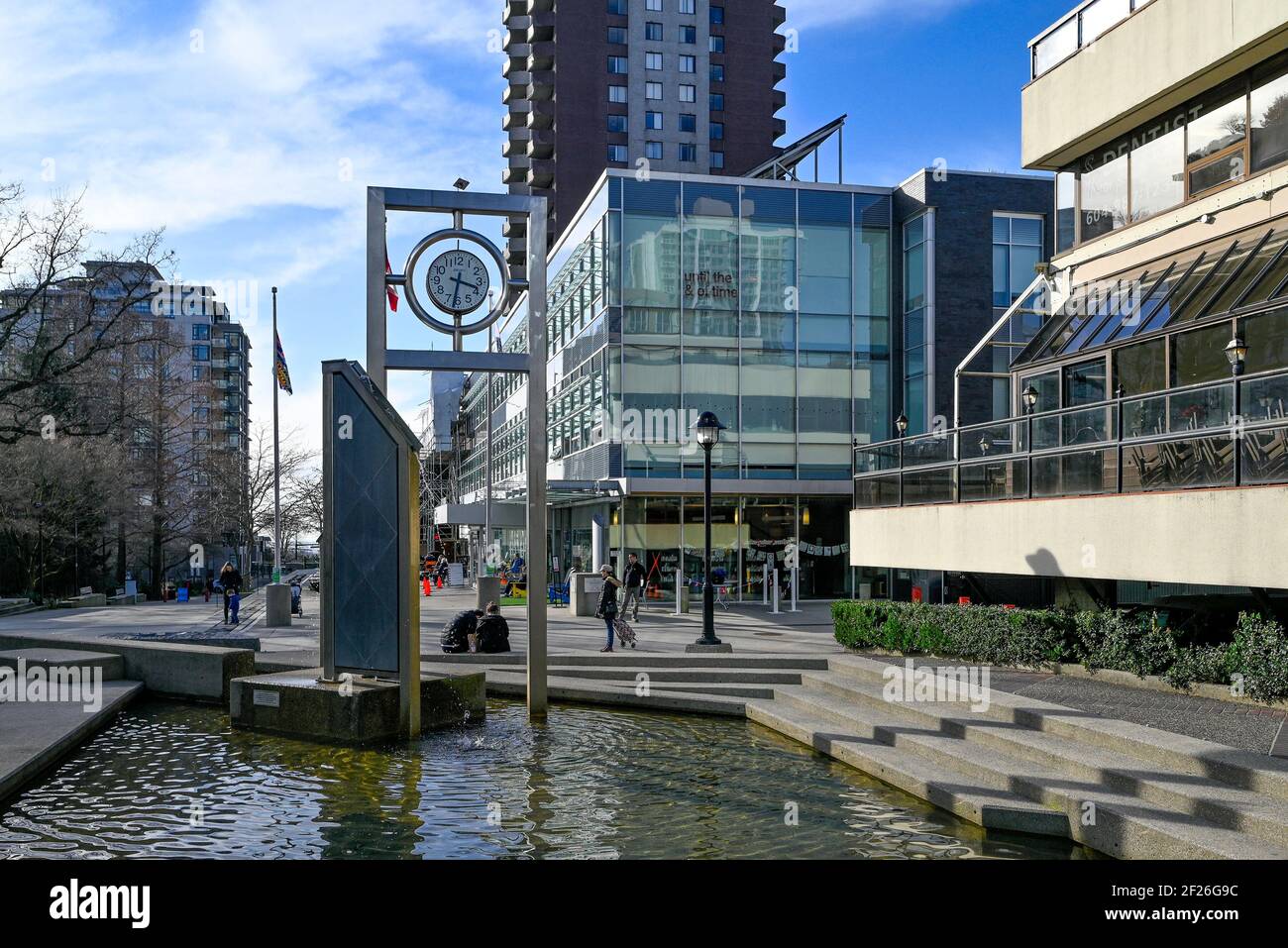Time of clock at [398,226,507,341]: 3:31
